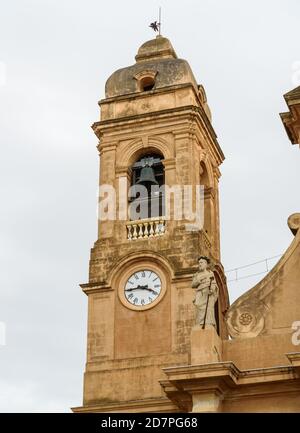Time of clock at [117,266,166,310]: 3:44
